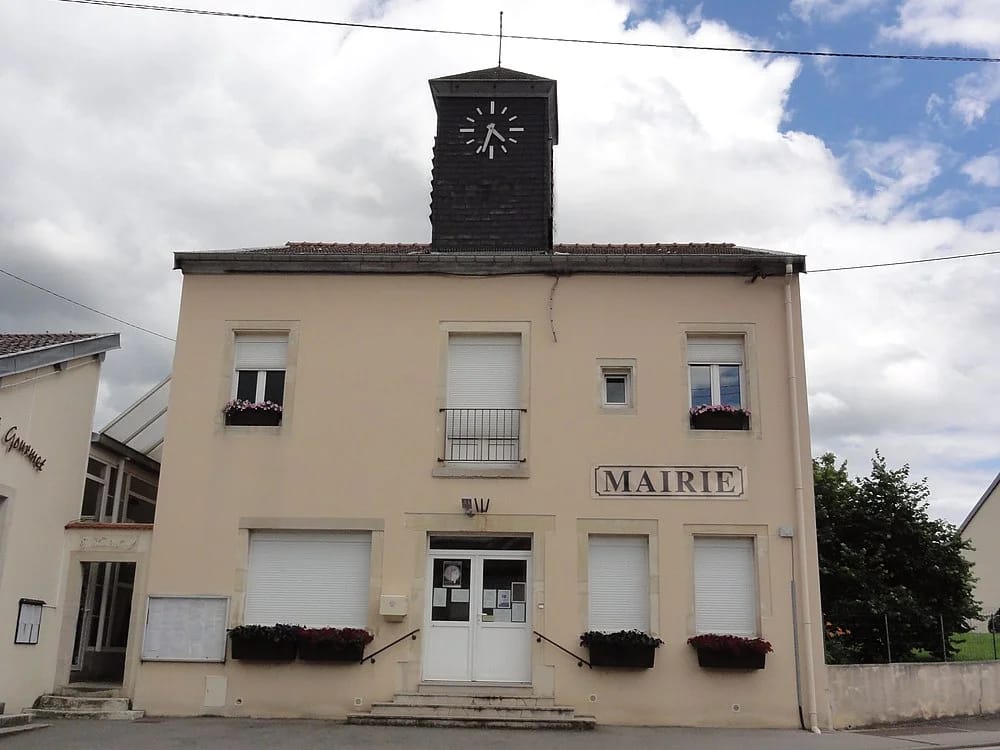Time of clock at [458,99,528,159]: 4:33
